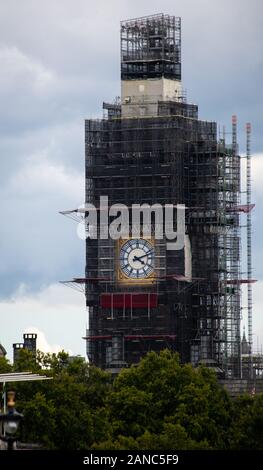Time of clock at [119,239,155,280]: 4:12
